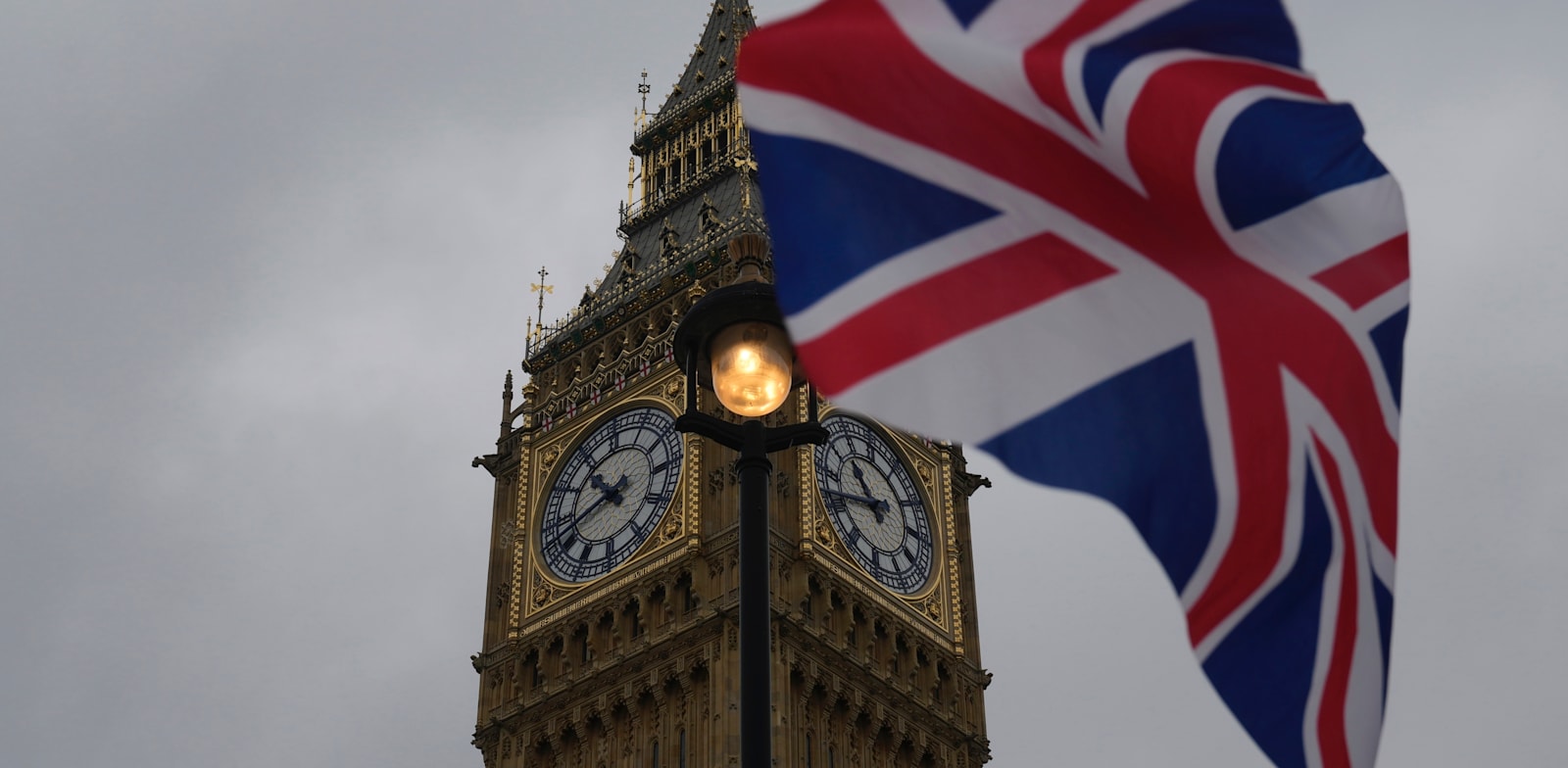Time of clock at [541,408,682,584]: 10:42
